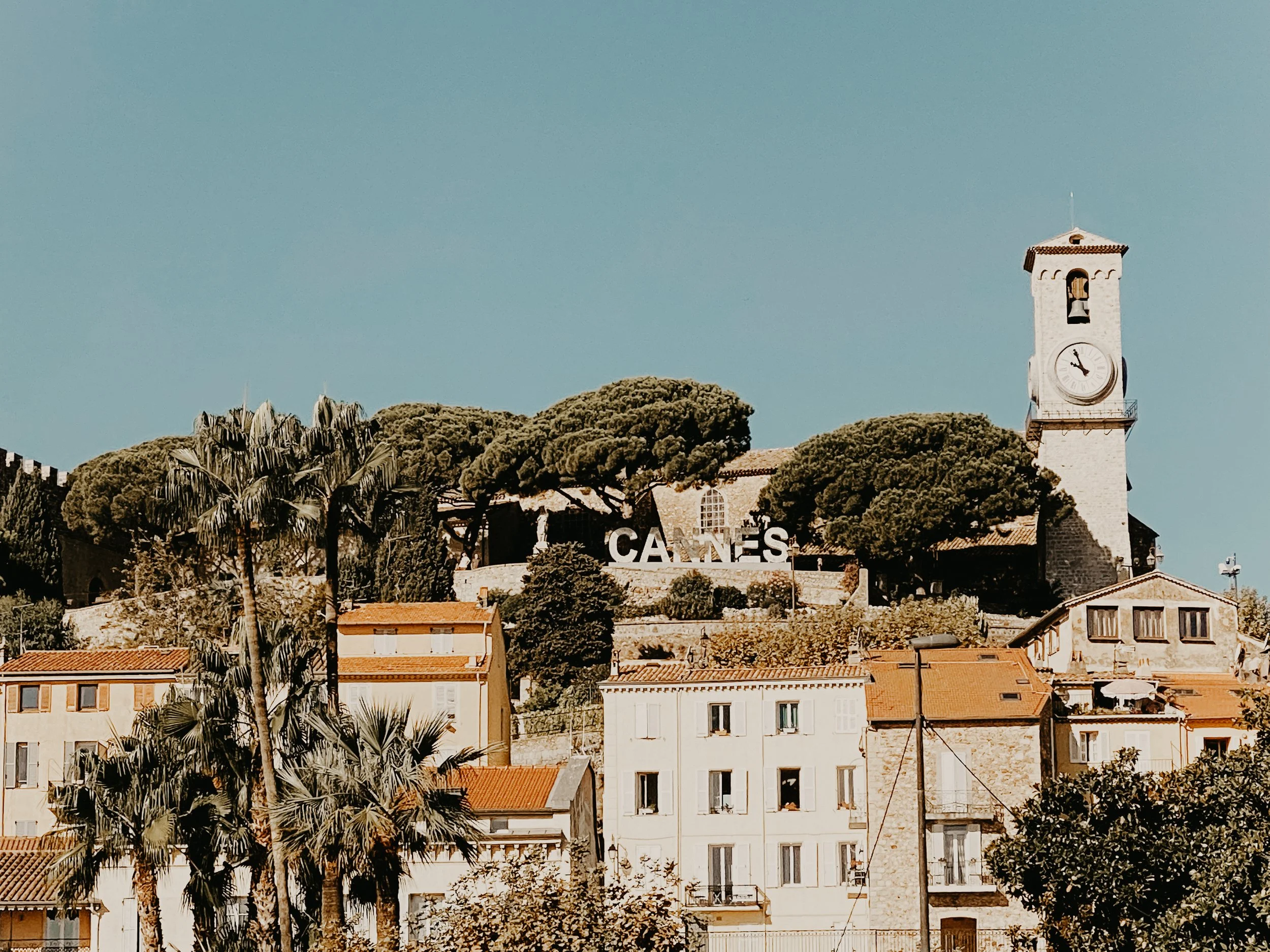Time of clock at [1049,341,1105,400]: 9:56
